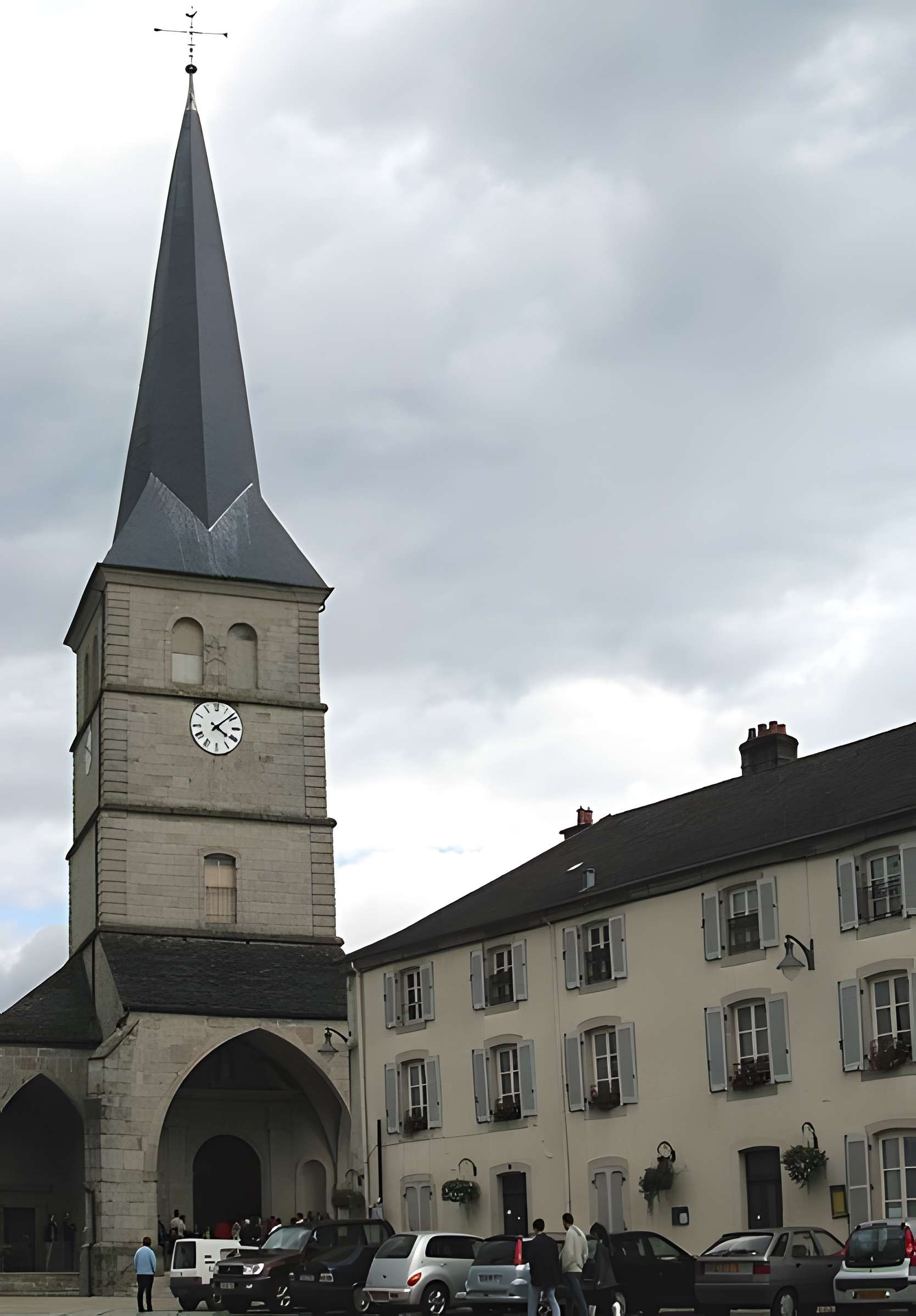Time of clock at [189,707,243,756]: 4:08
